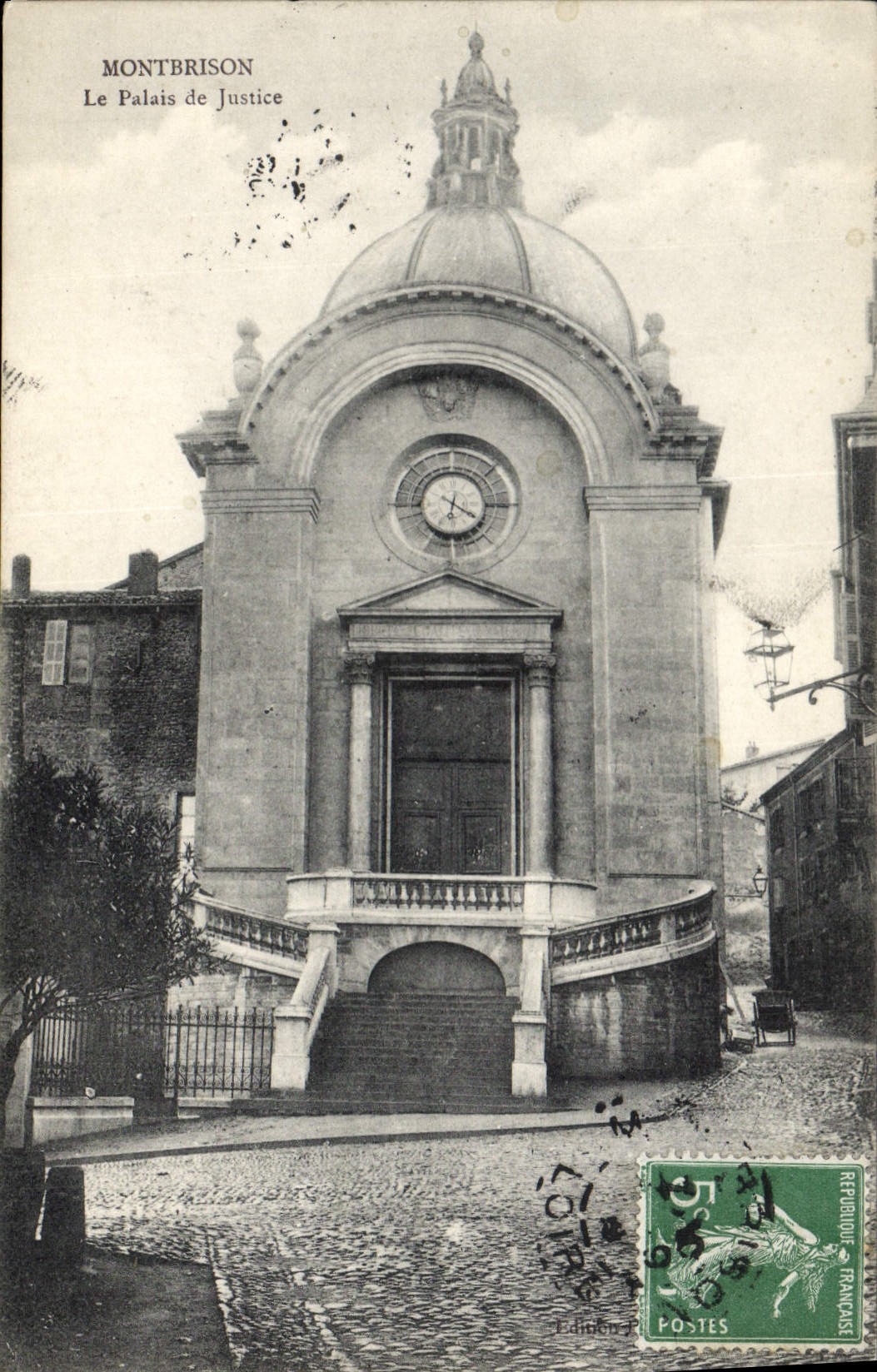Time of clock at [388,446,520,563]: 6:19
